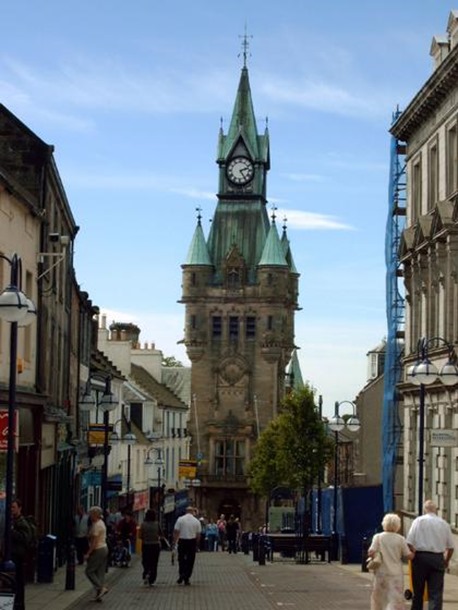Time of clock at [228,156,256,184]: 2:24
